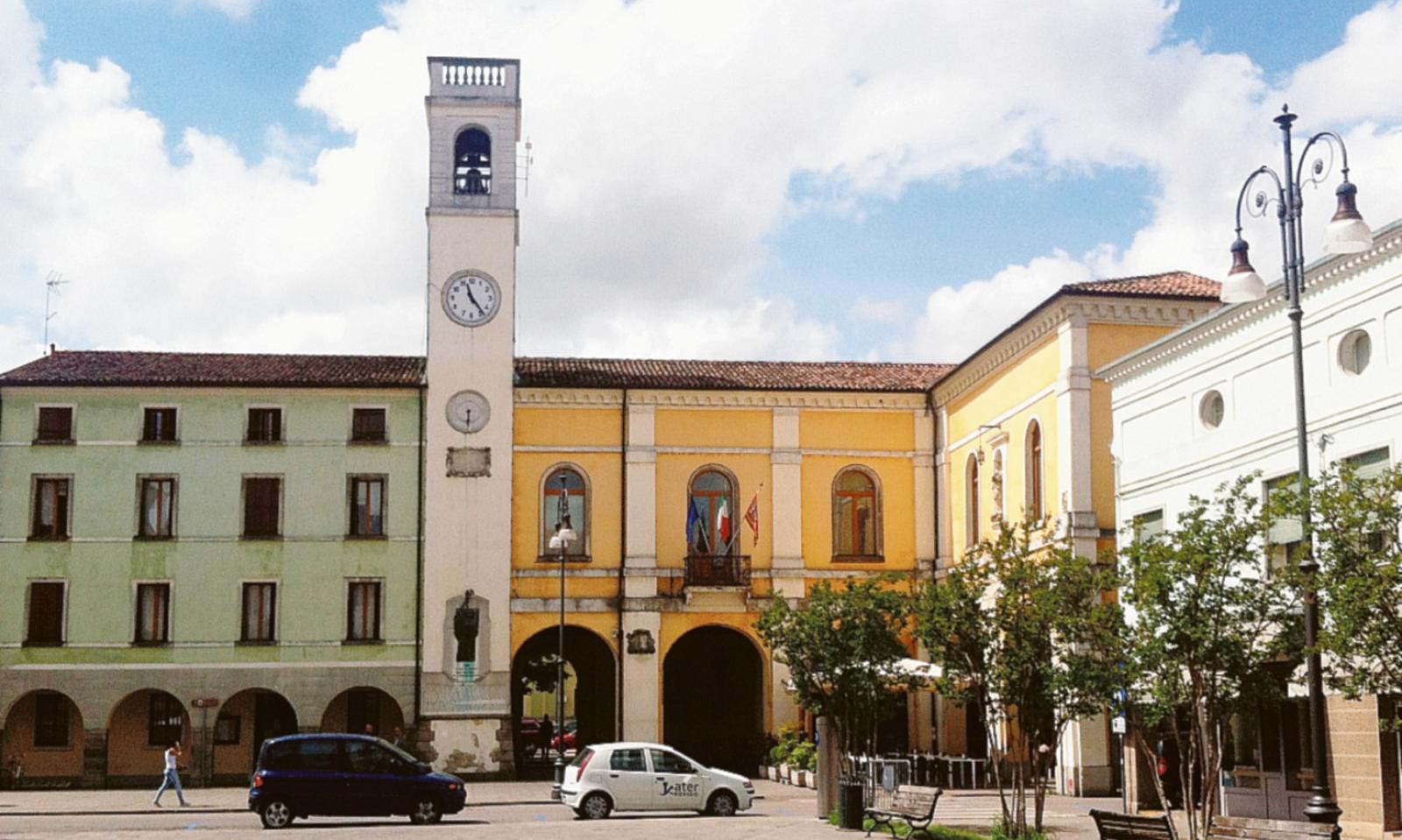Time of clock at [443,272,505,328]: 11:23
